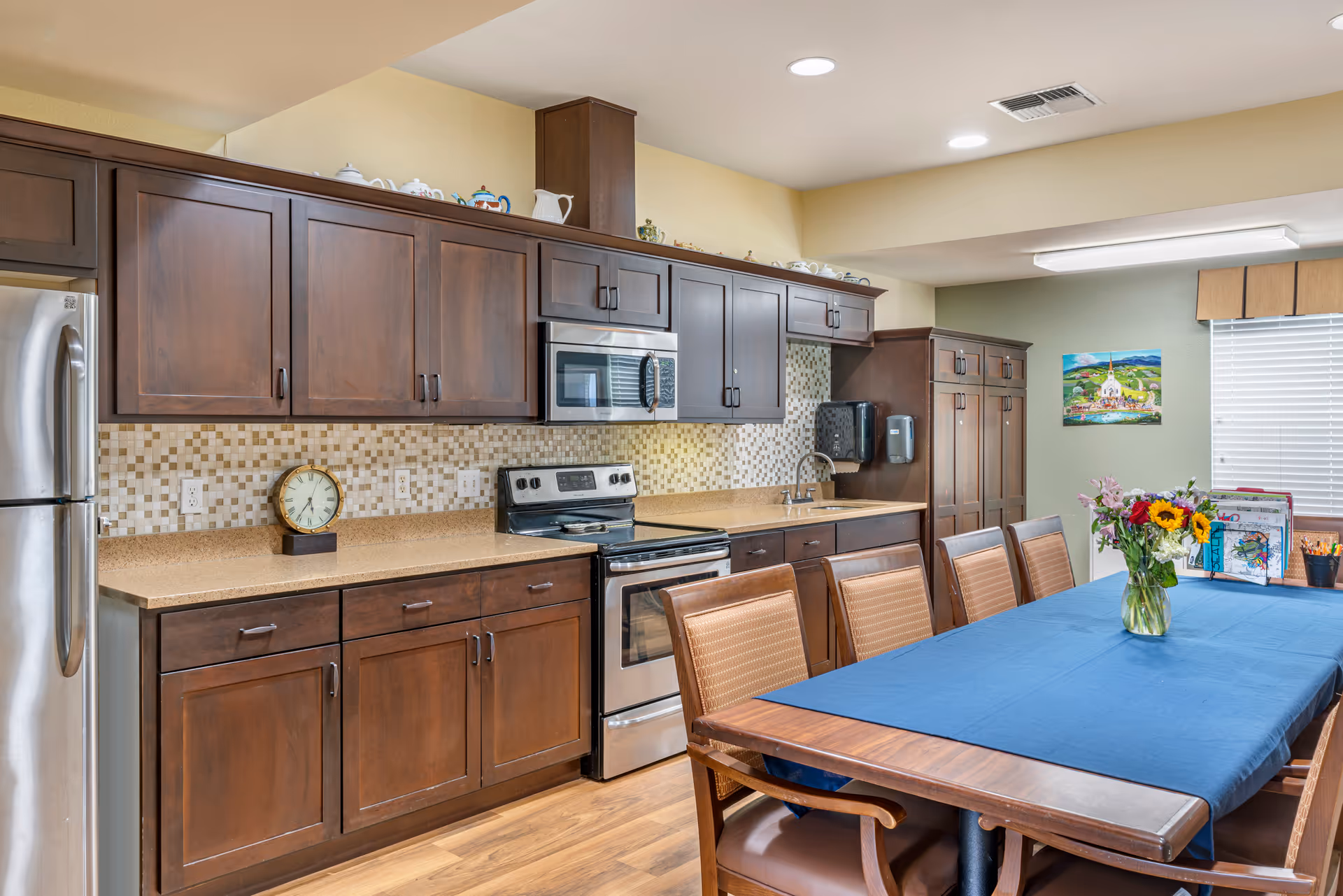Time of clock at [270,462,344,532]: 5:36
